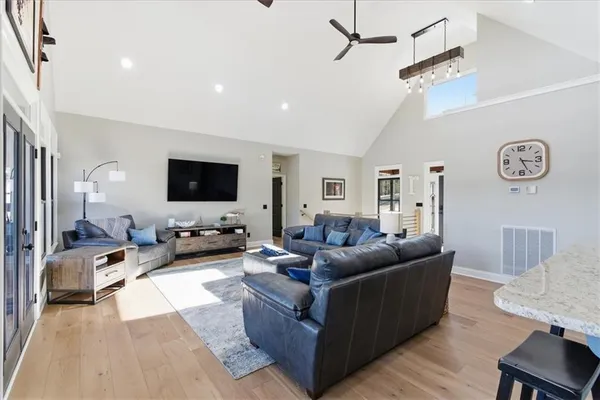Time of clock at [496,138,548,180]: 3:25
